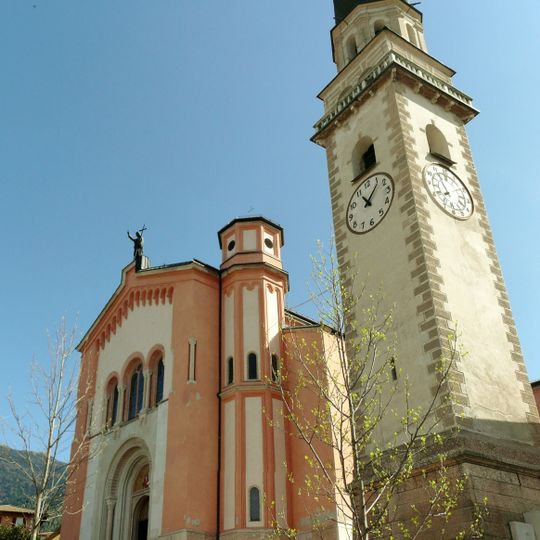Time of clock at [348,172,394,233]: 11:07
